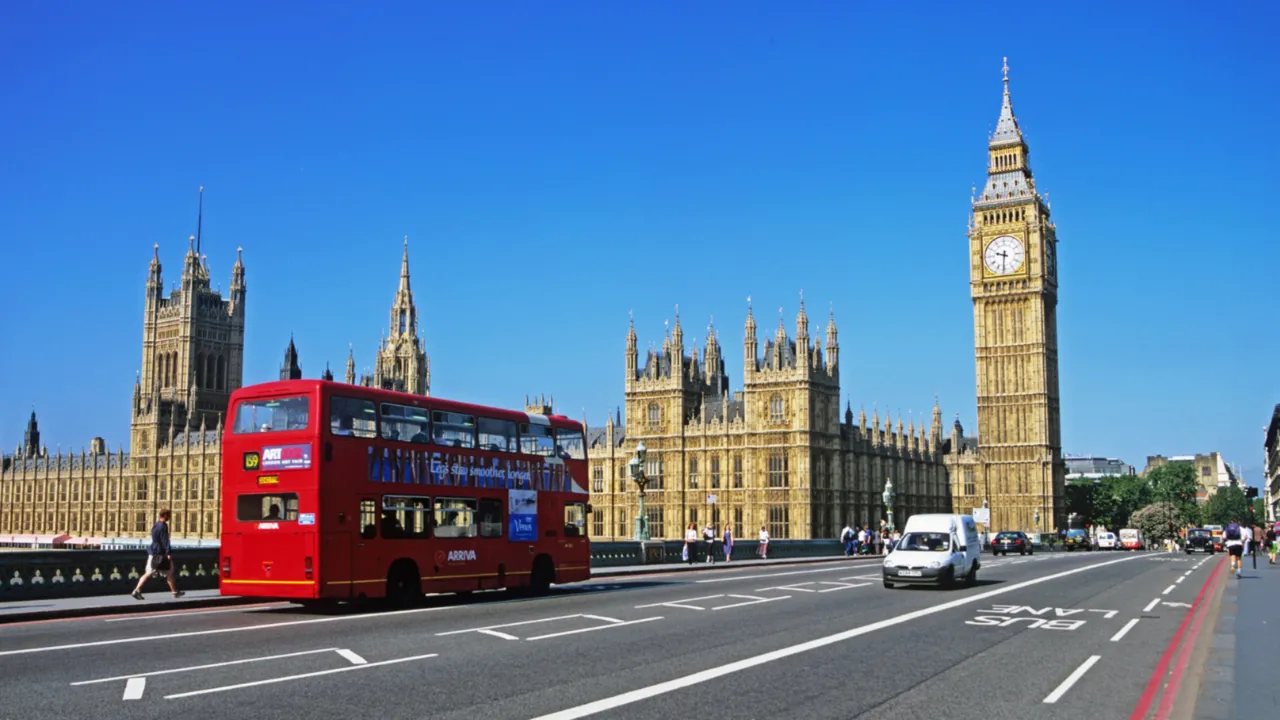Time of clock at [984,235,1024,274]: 9:31
